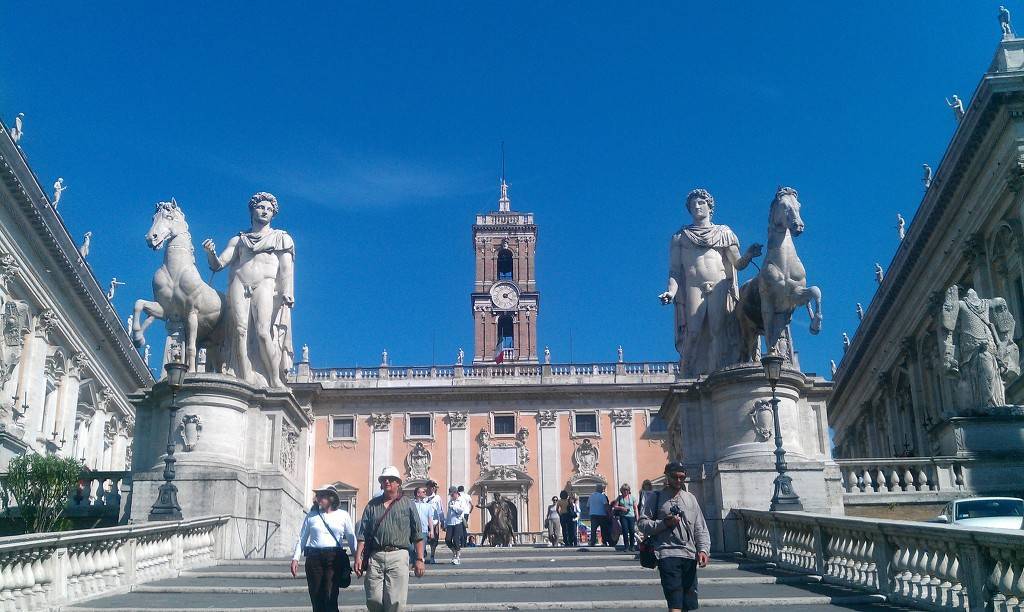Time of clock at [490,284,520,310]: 4:09
